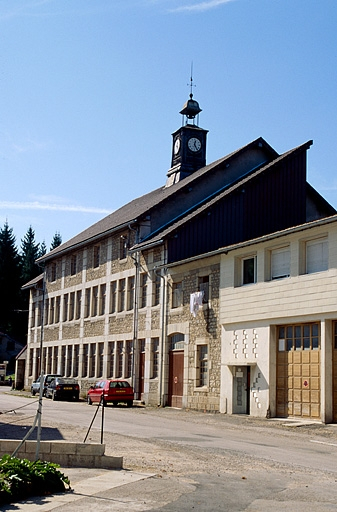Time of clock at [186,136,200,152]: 12:24
